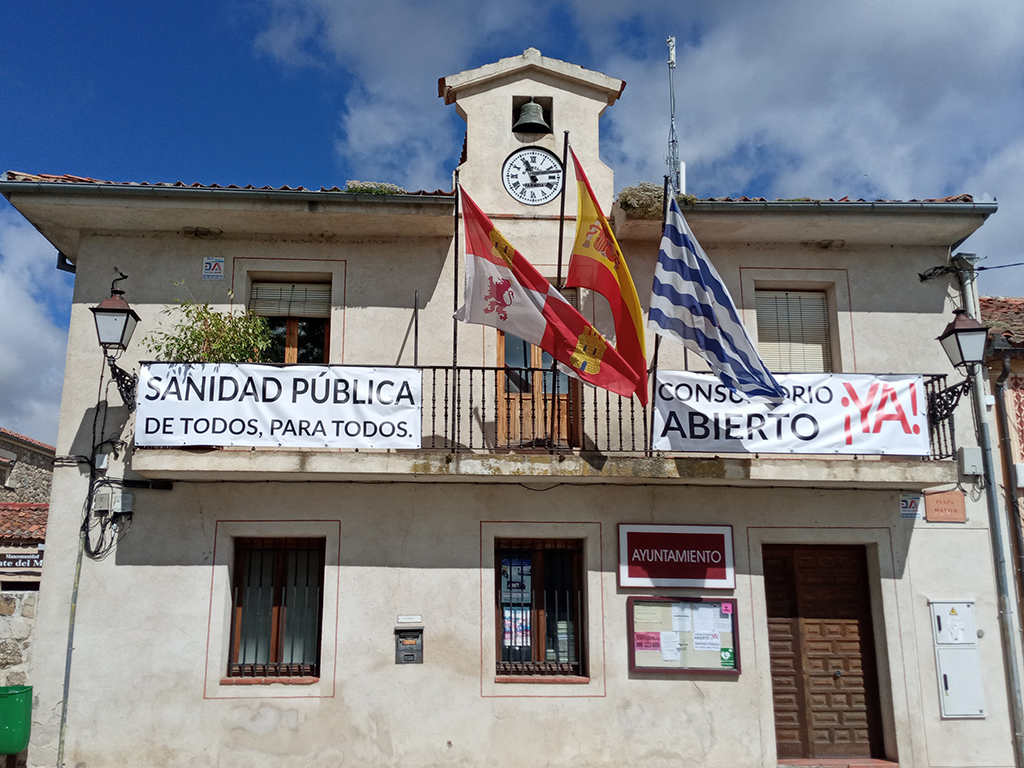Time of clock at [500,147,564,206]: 11:12
